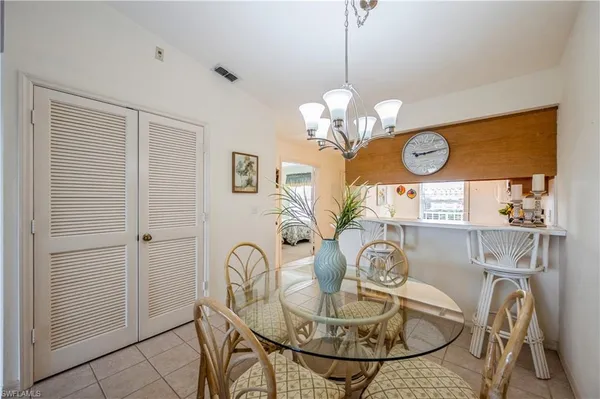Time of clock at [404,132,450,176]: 9:13
